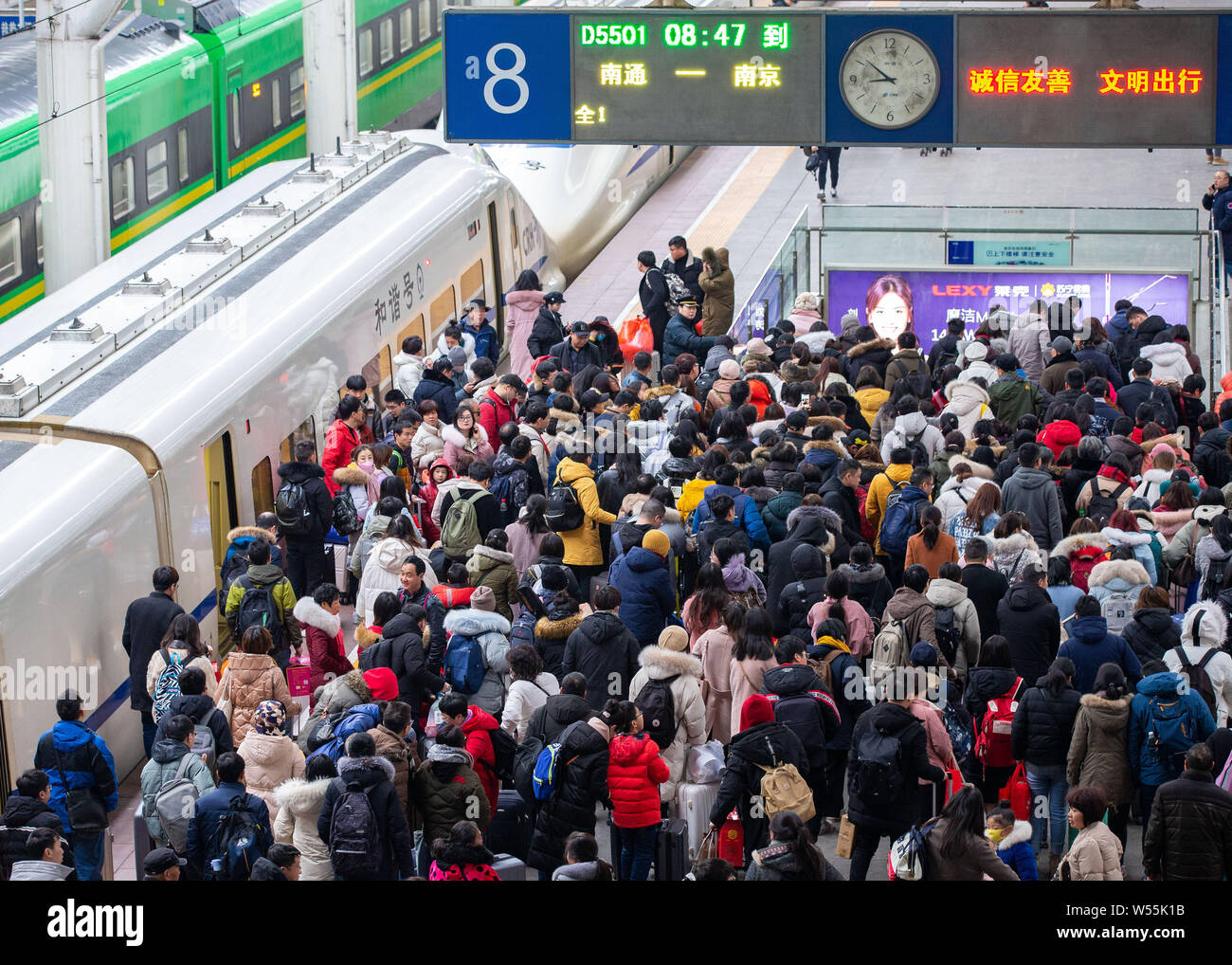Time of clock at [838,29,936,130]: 8:51
